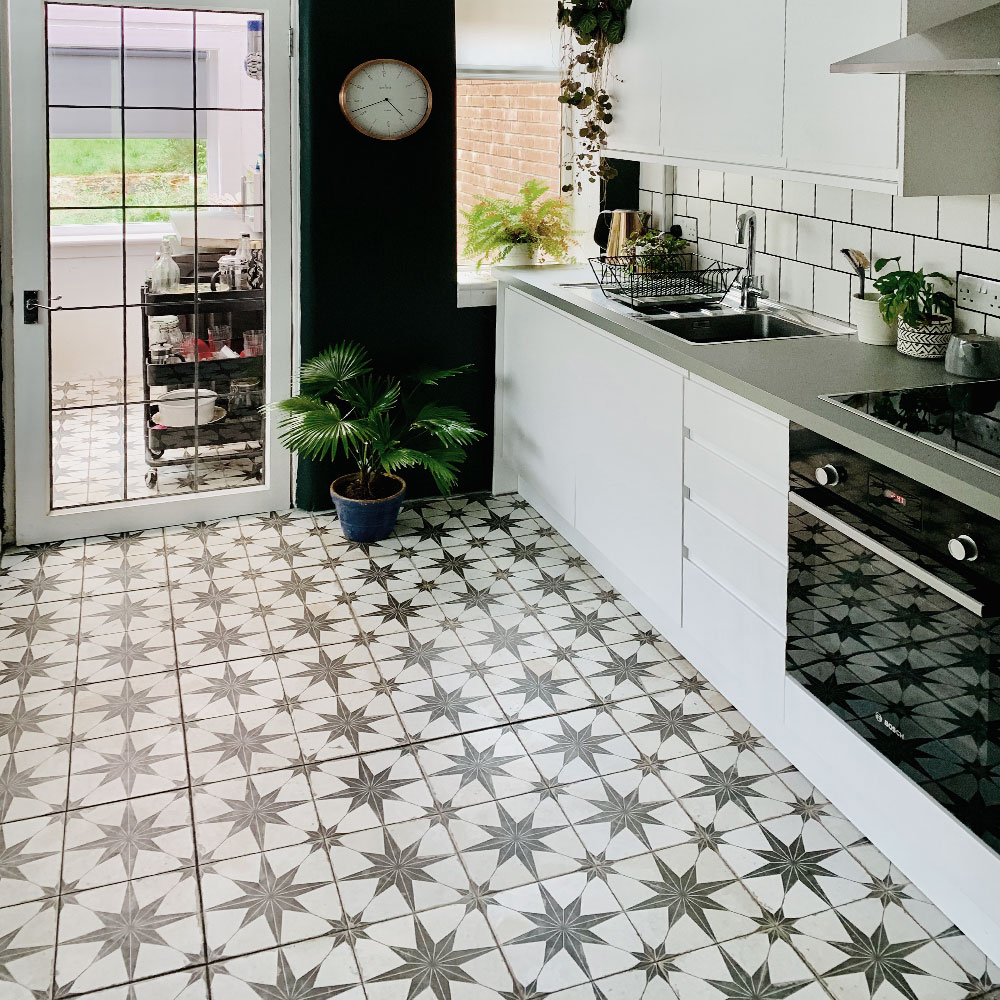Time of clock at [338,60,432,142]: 4:41
